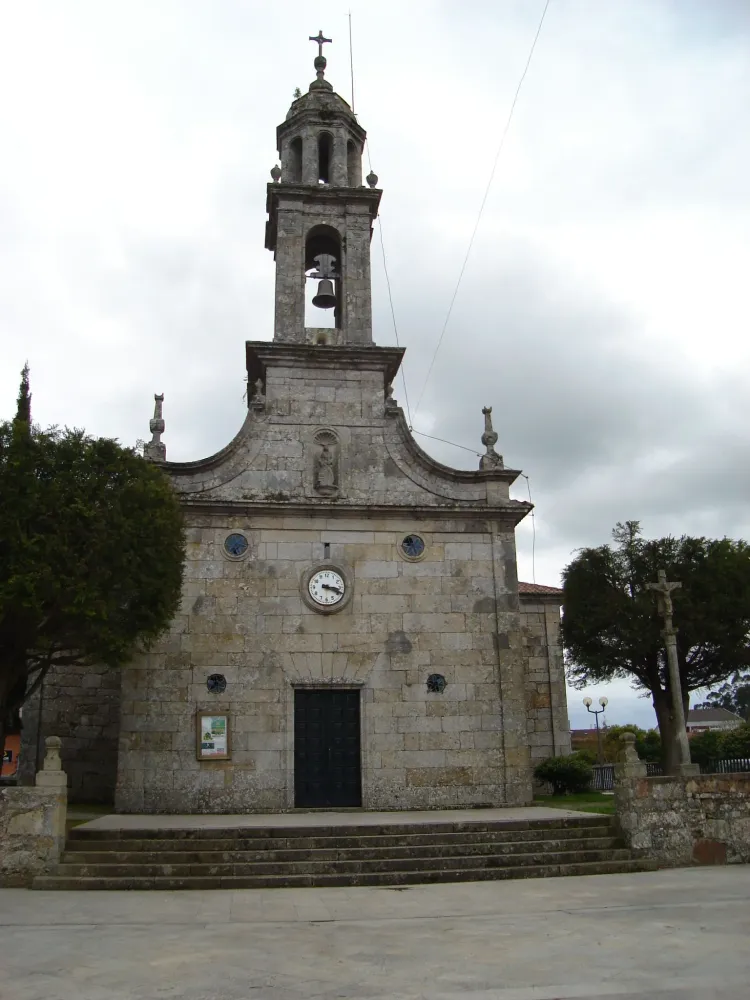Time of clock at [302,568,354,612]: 3:18
